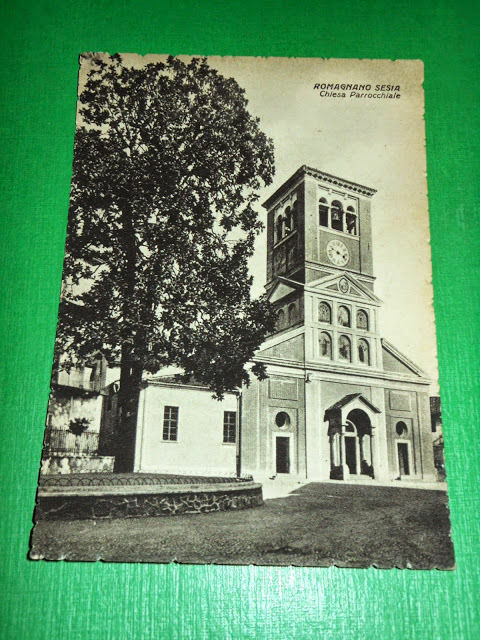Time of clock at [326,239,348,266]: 3:48
